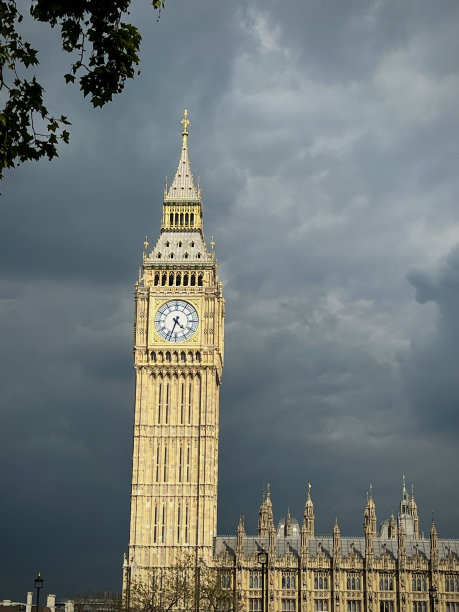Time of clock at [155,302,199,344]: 4:33
